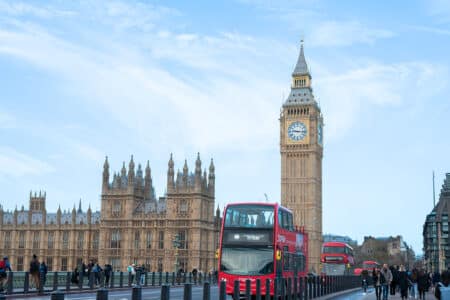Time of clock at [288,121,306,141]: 9:15
